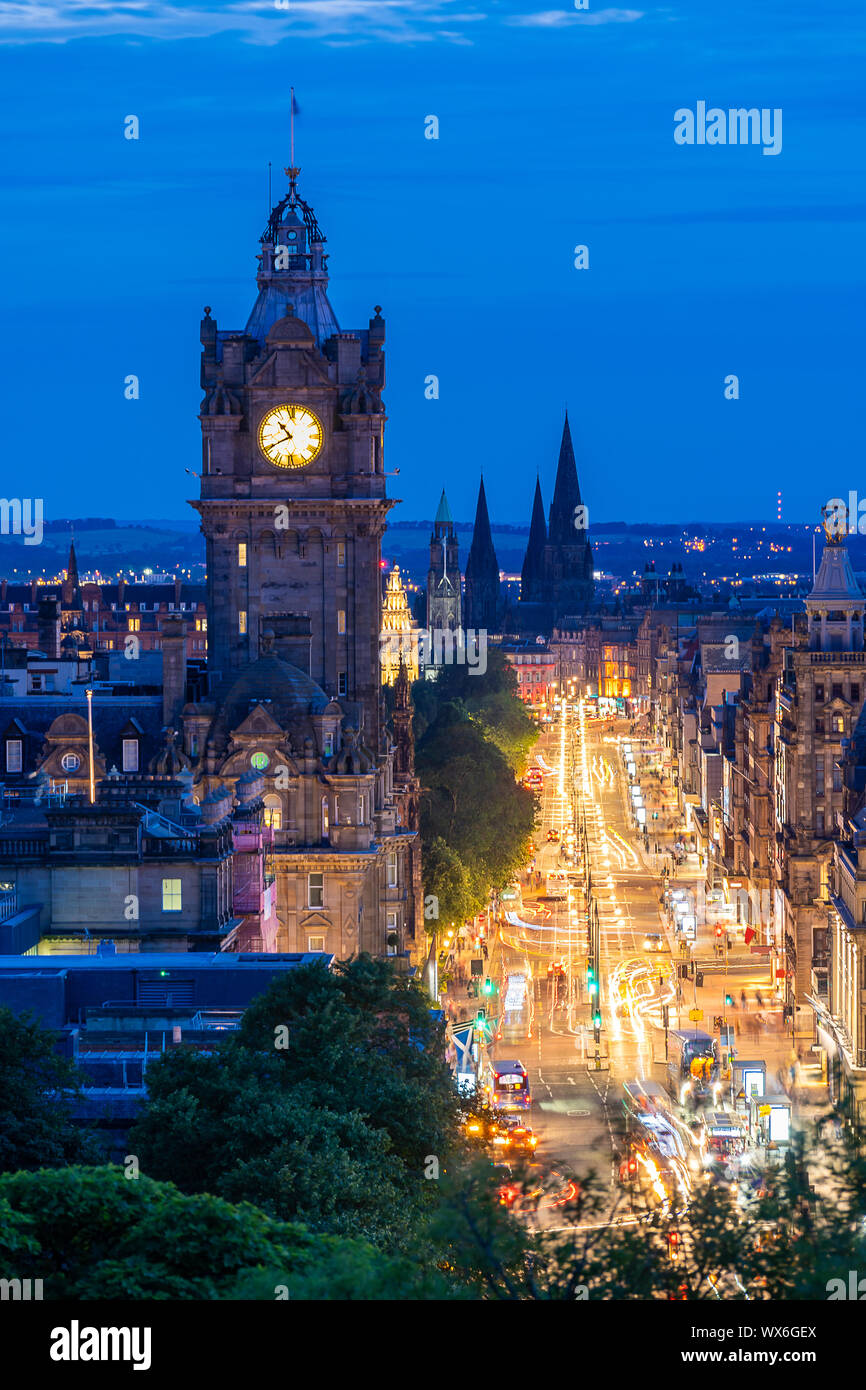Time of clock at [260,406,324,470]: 10:40
